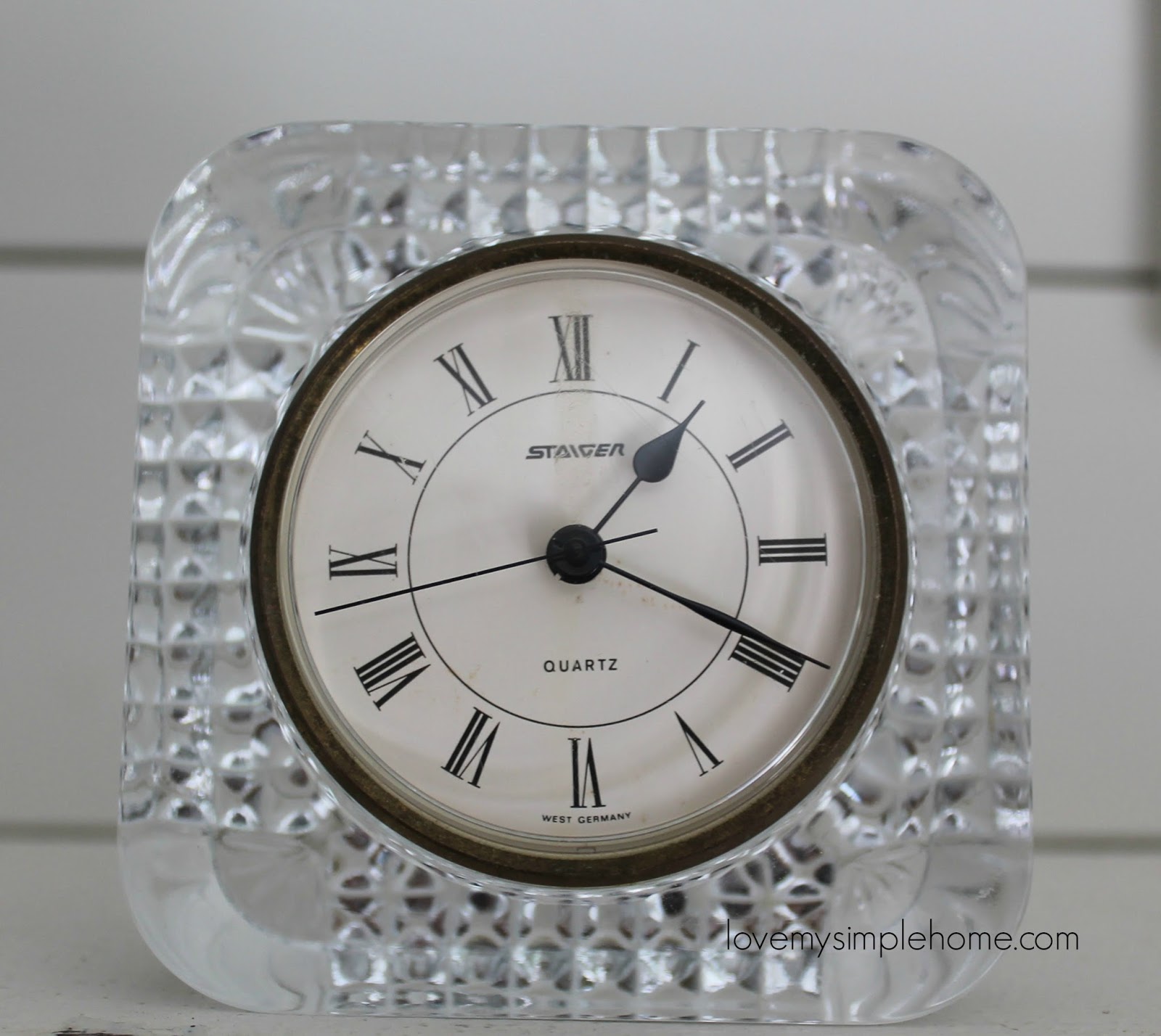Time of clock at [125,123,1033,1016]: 1:19
